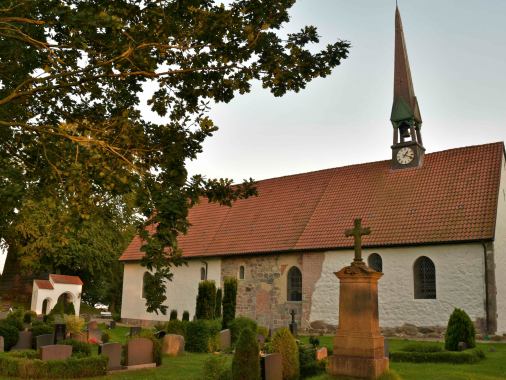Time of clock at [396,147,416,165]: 1:18
